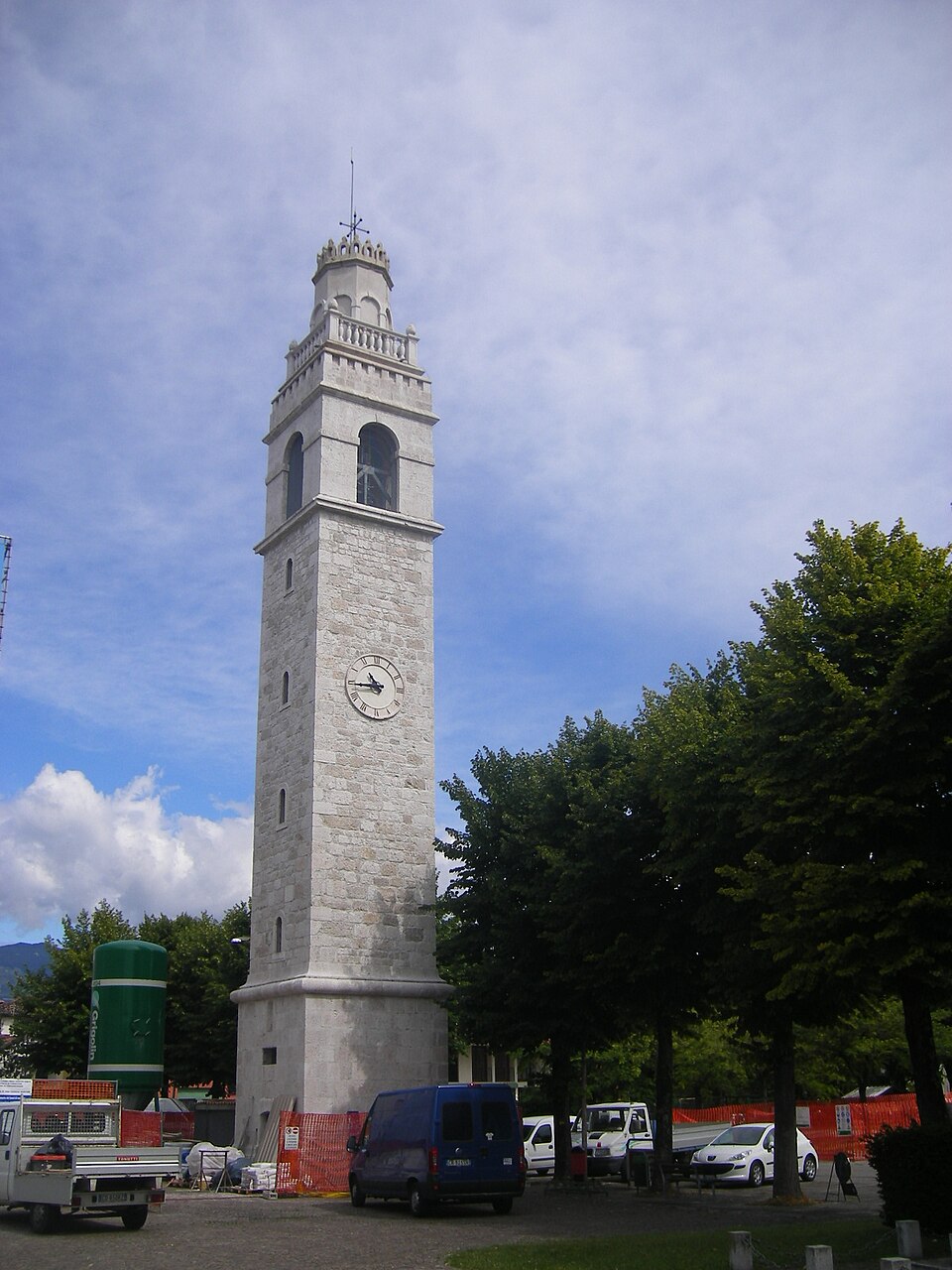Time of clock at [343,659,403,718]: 10:44
